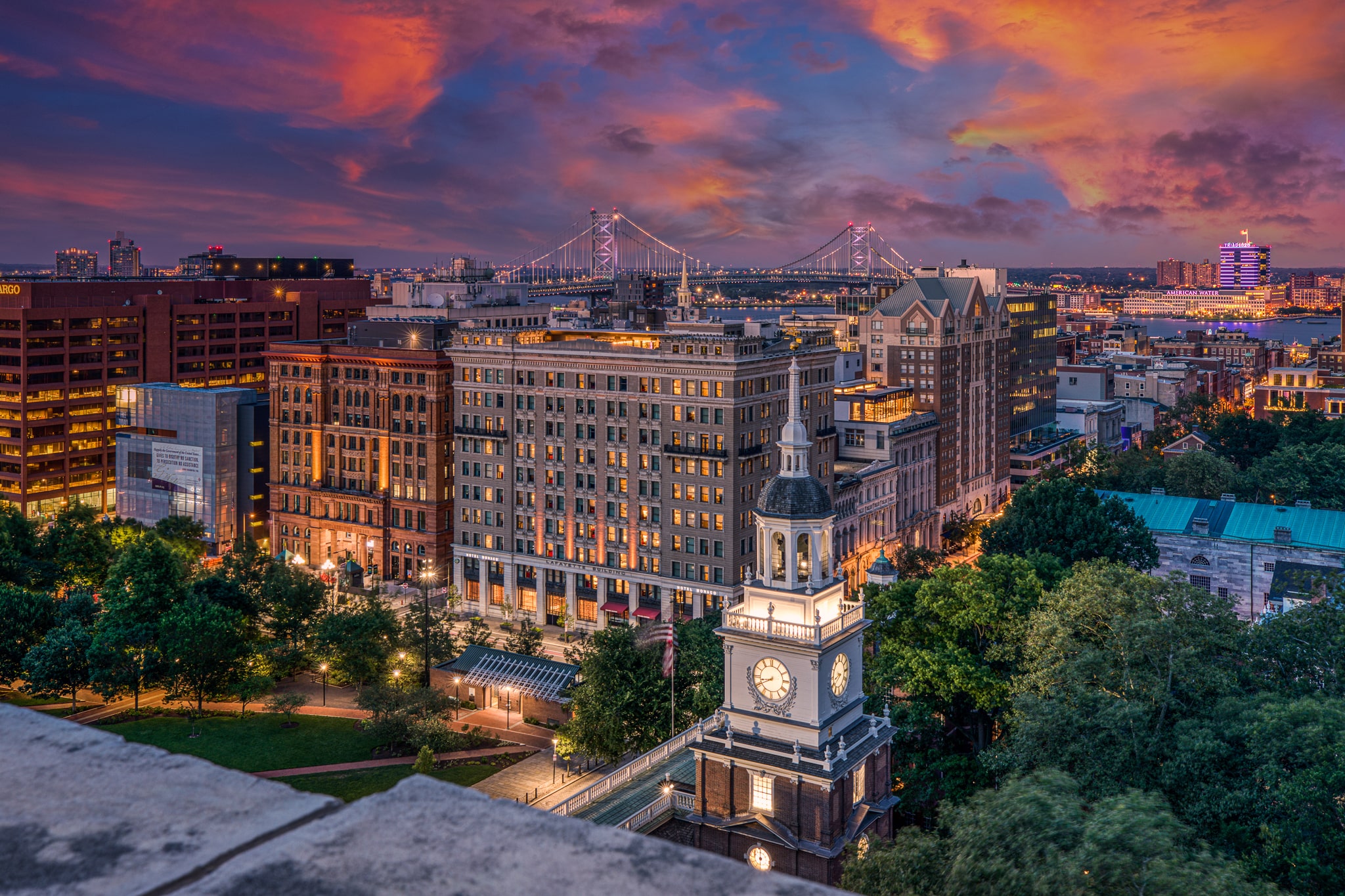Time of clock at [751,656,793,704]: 8:40
